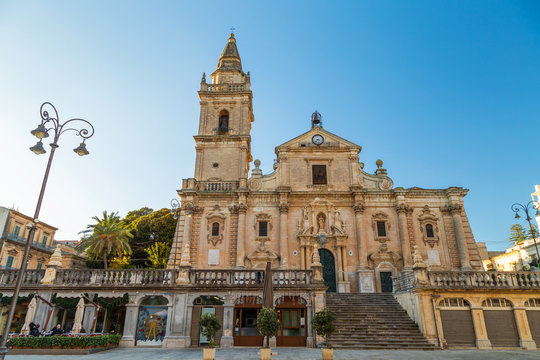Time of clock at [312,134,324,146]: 3:37
